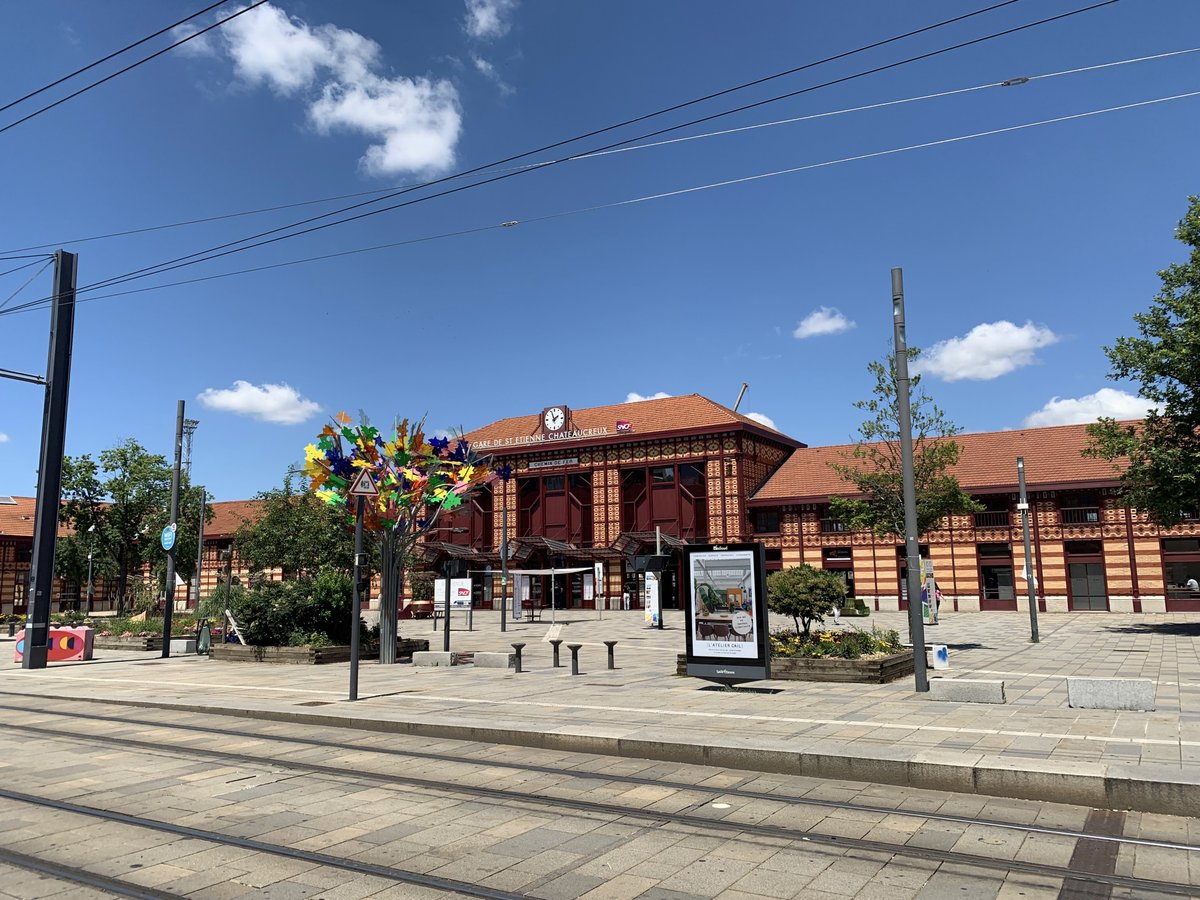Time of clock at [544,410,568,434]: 1:56
